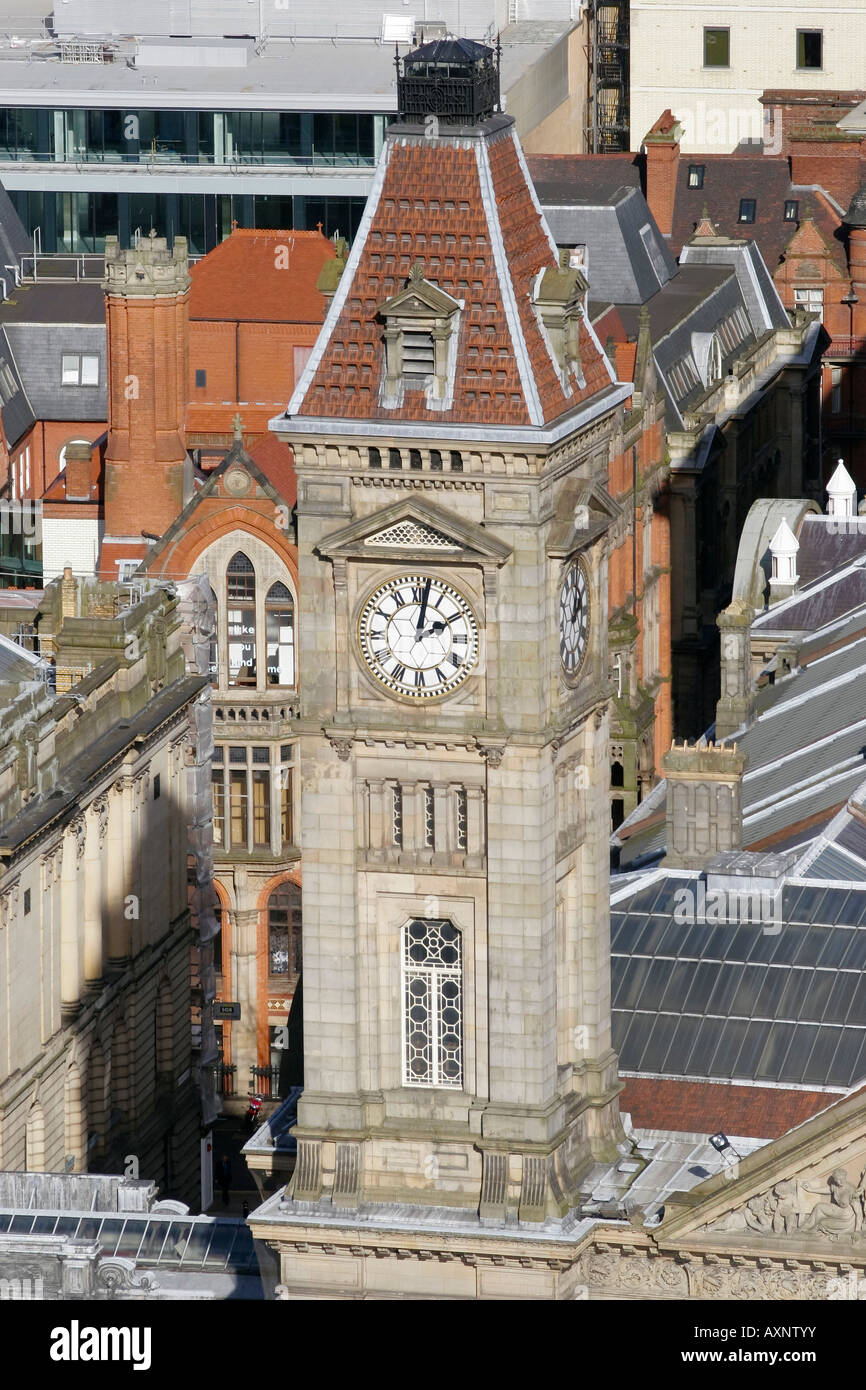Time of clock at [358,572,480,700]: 2:01
